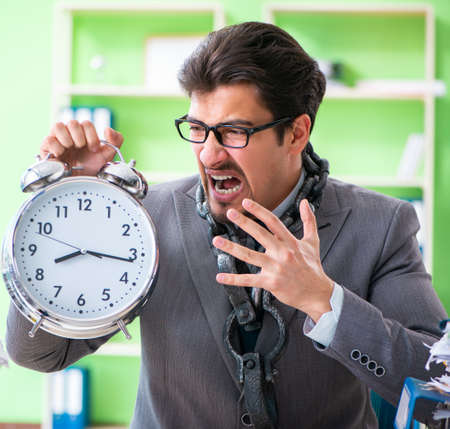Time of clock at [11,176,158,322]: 8:16
